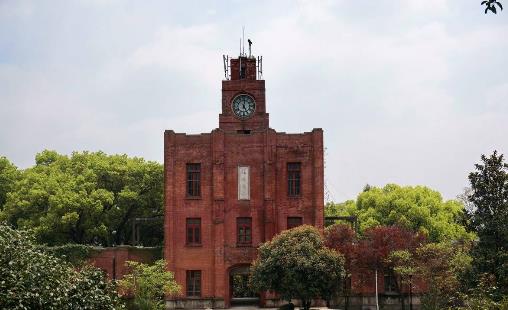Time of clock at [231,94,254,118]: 5:01
